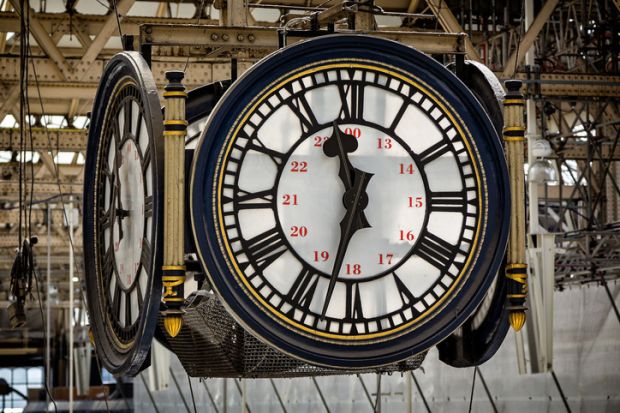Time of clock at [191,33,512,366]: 11:32
